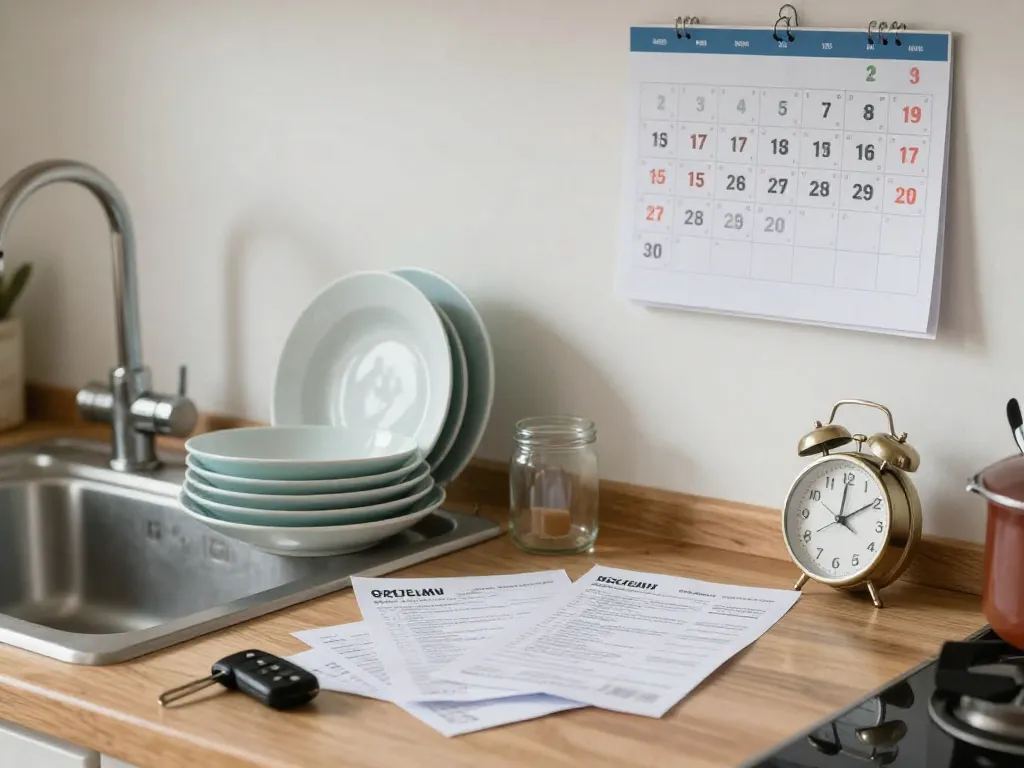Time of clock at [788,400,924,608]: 12:09
